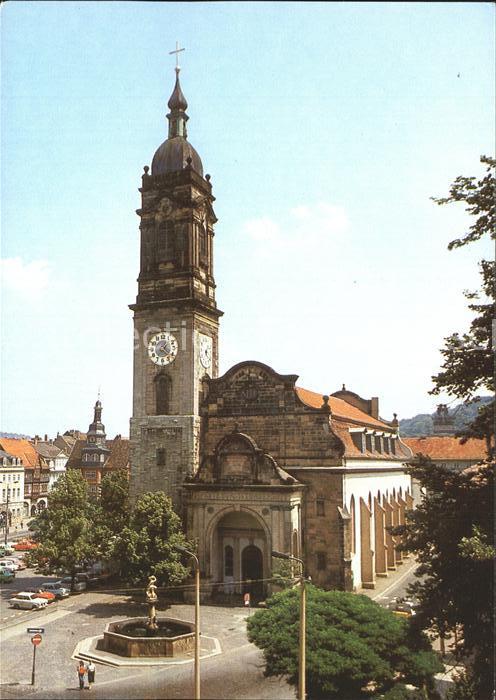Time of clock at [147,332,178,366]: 1:21
